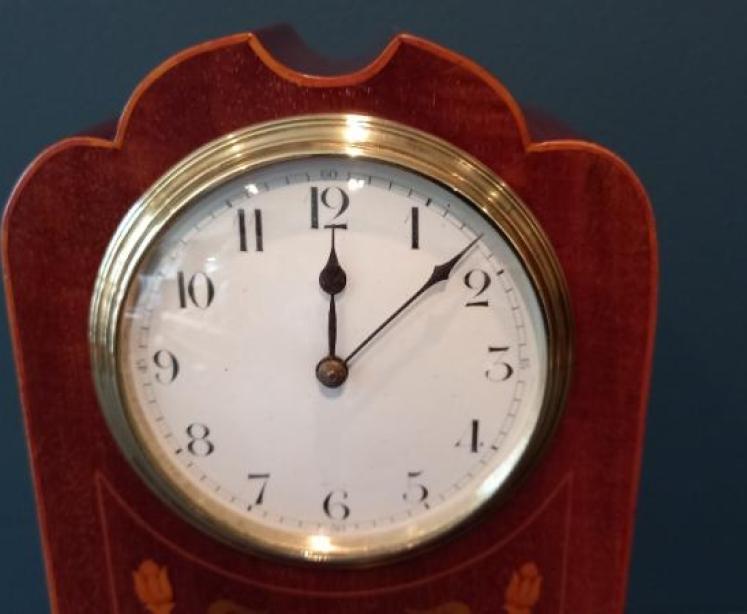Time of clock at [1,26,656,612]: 12:07
